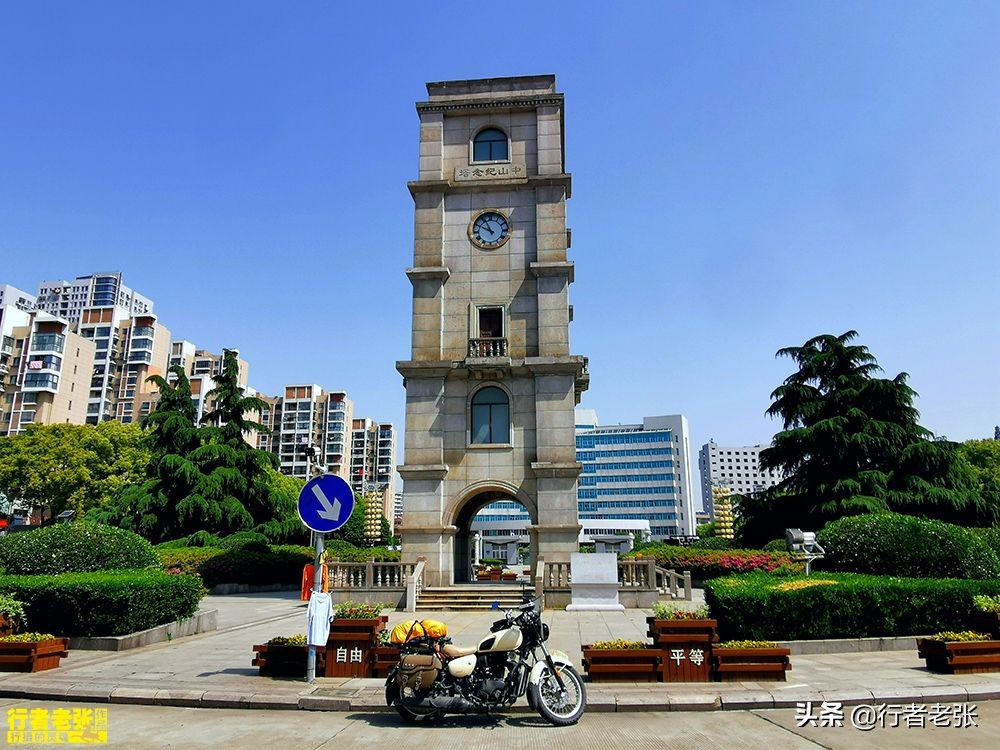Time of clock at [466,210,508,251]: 10:48
